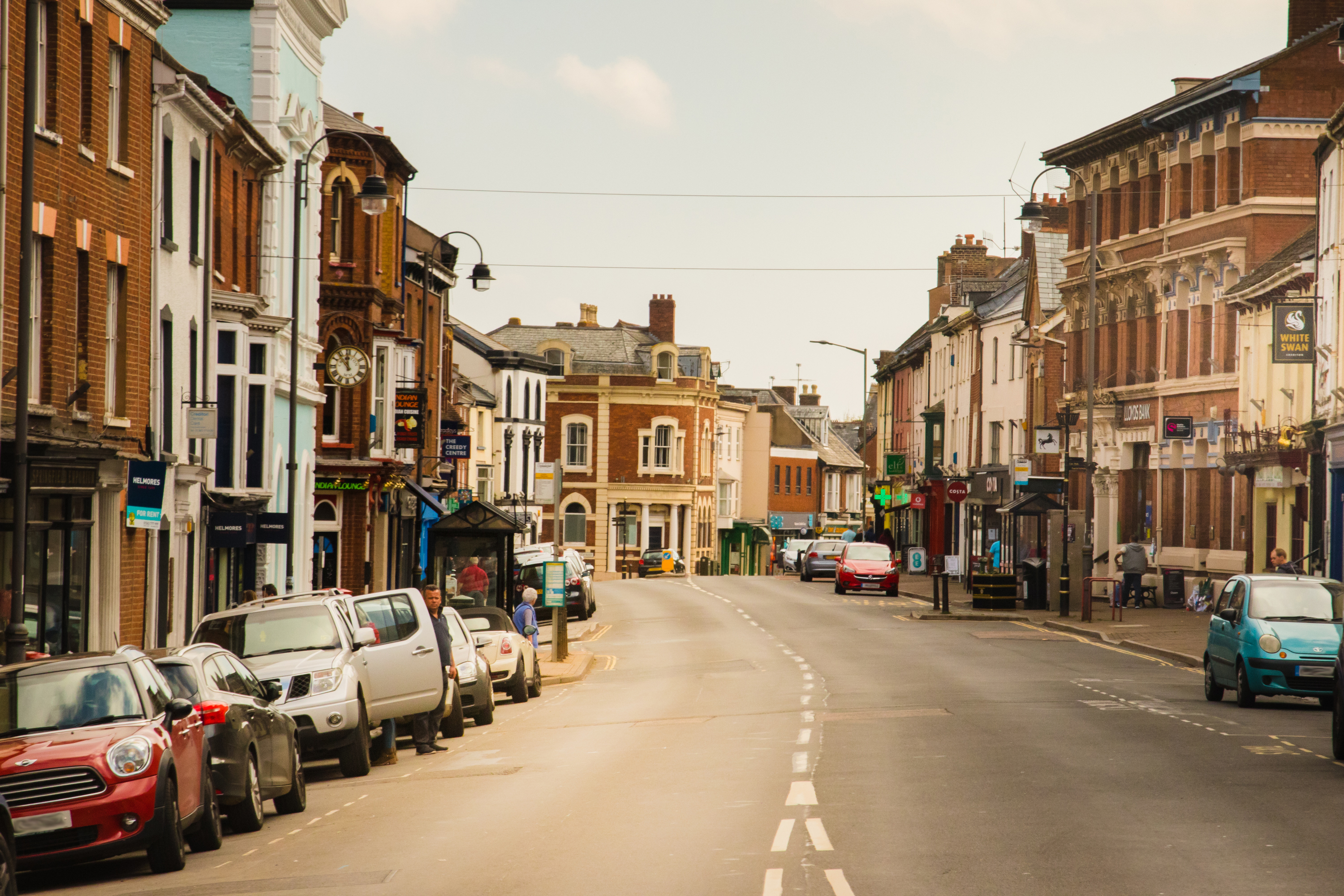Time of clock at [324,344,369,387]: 11:53
